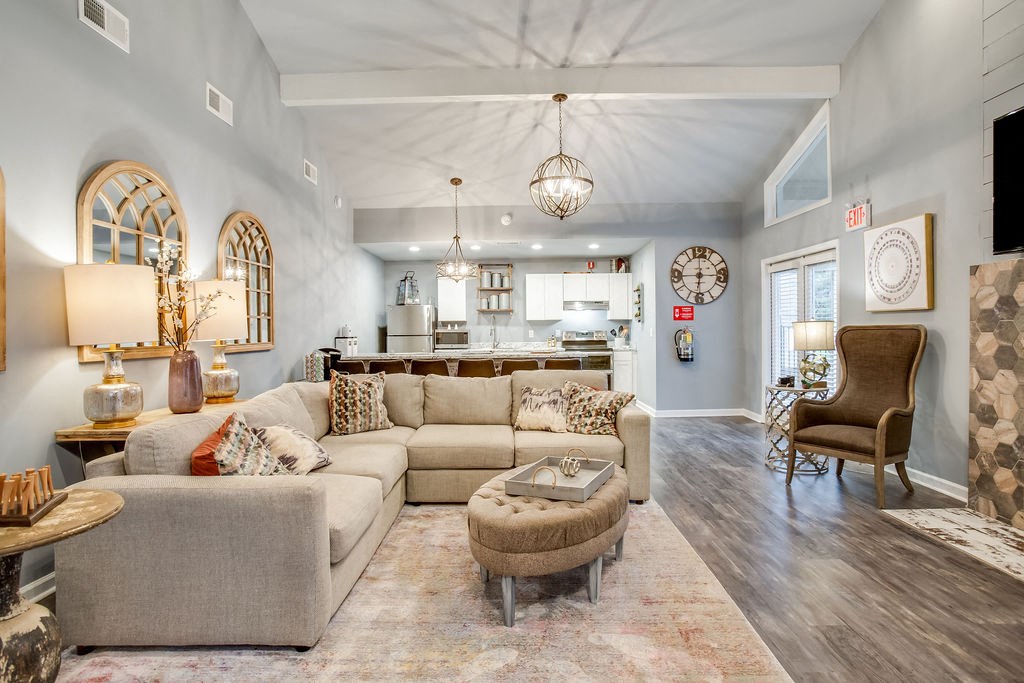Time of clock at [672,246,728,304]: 6:15
